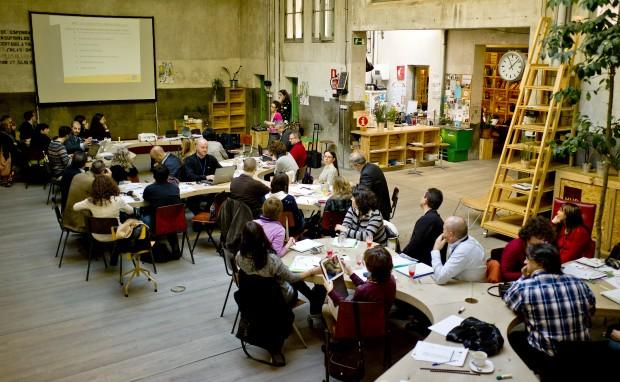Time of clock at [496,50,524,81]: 11:07
